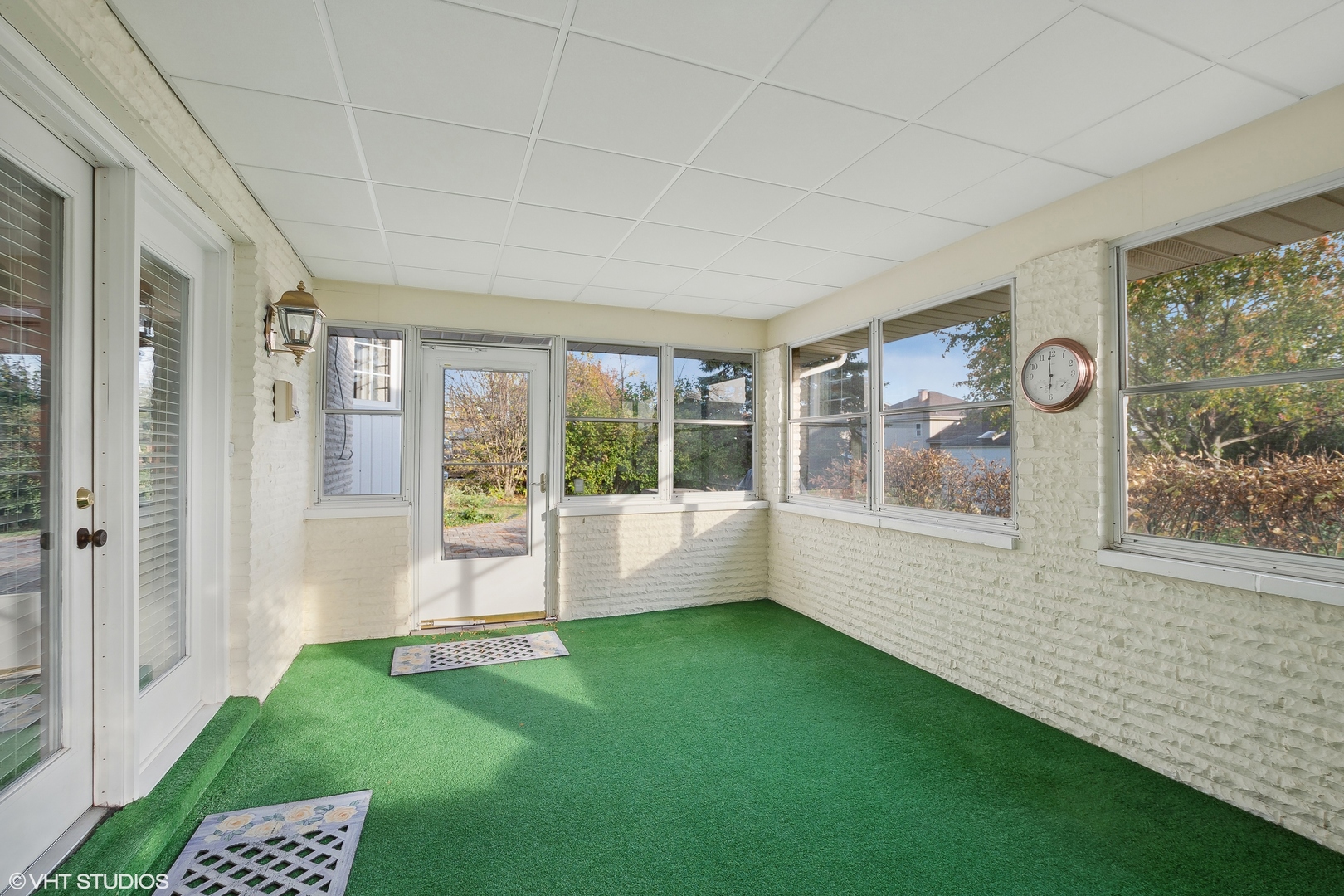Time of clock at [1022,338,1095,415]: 5:59
